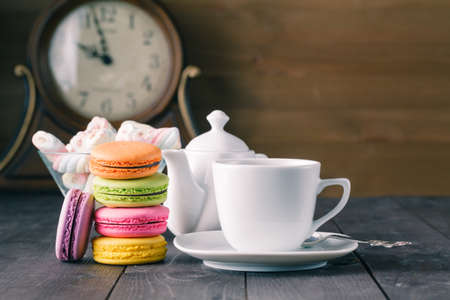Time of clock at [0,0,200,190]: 9:57
